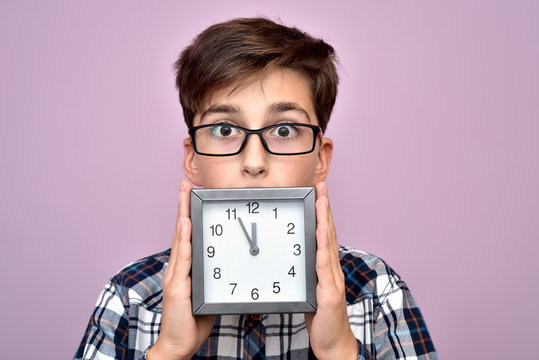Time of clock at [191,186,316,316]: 11:55
